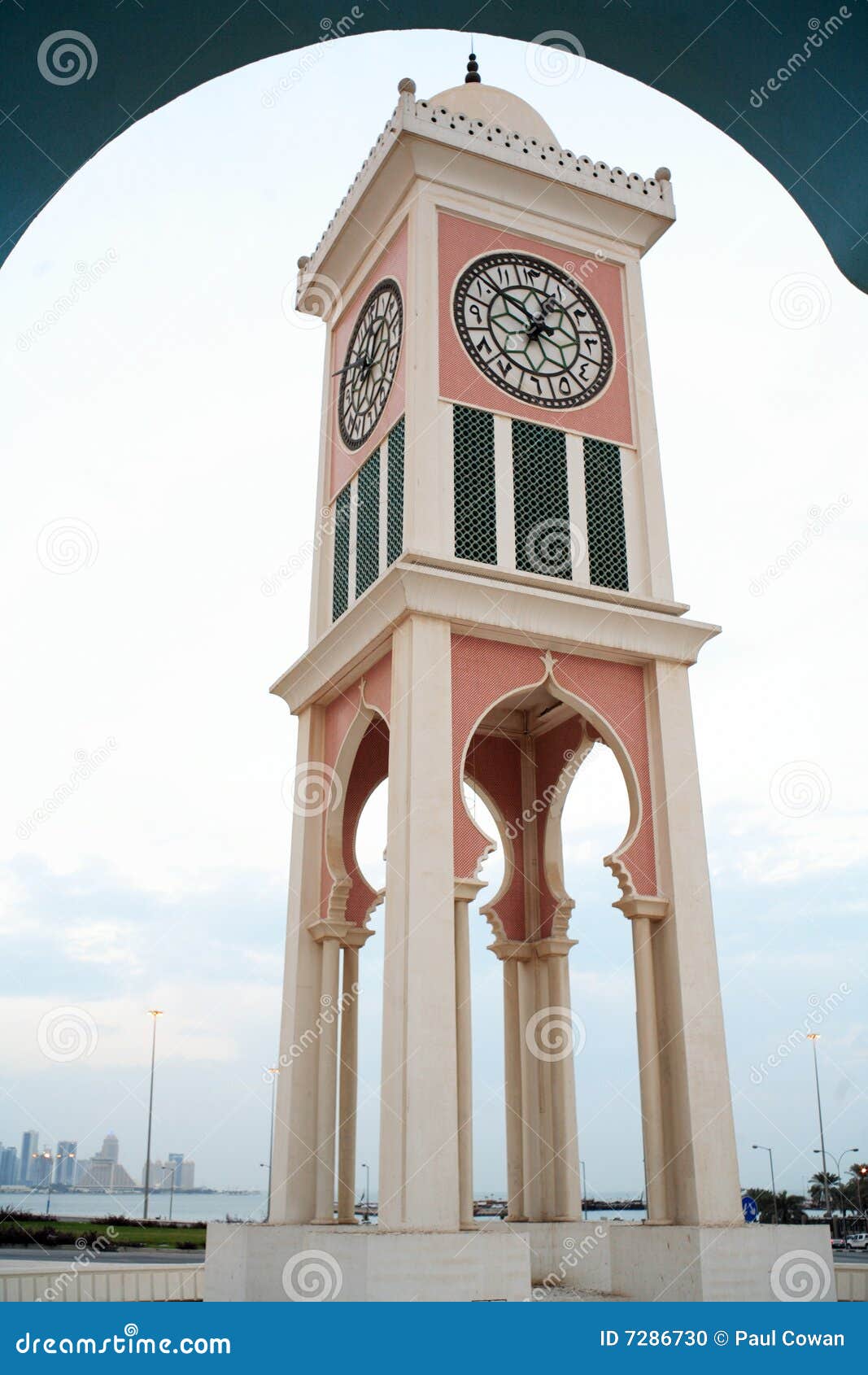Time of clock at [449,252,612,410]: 12:51
